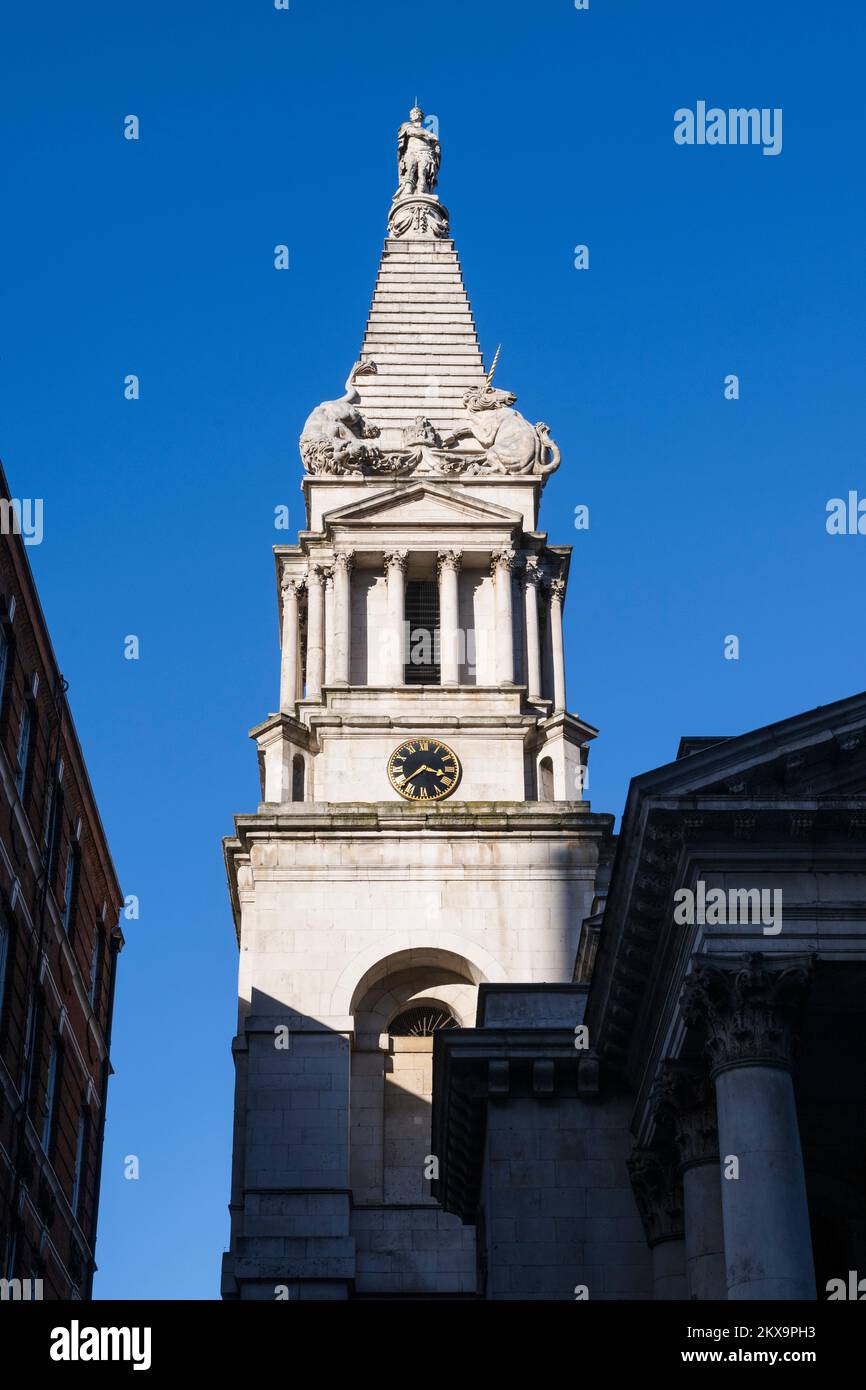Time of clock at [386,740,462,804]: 3:37
